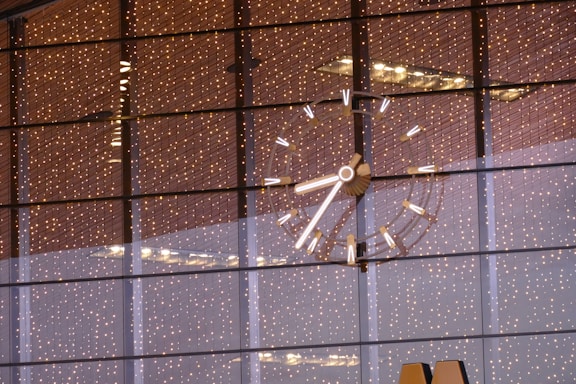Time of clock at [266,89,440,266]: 7:15
